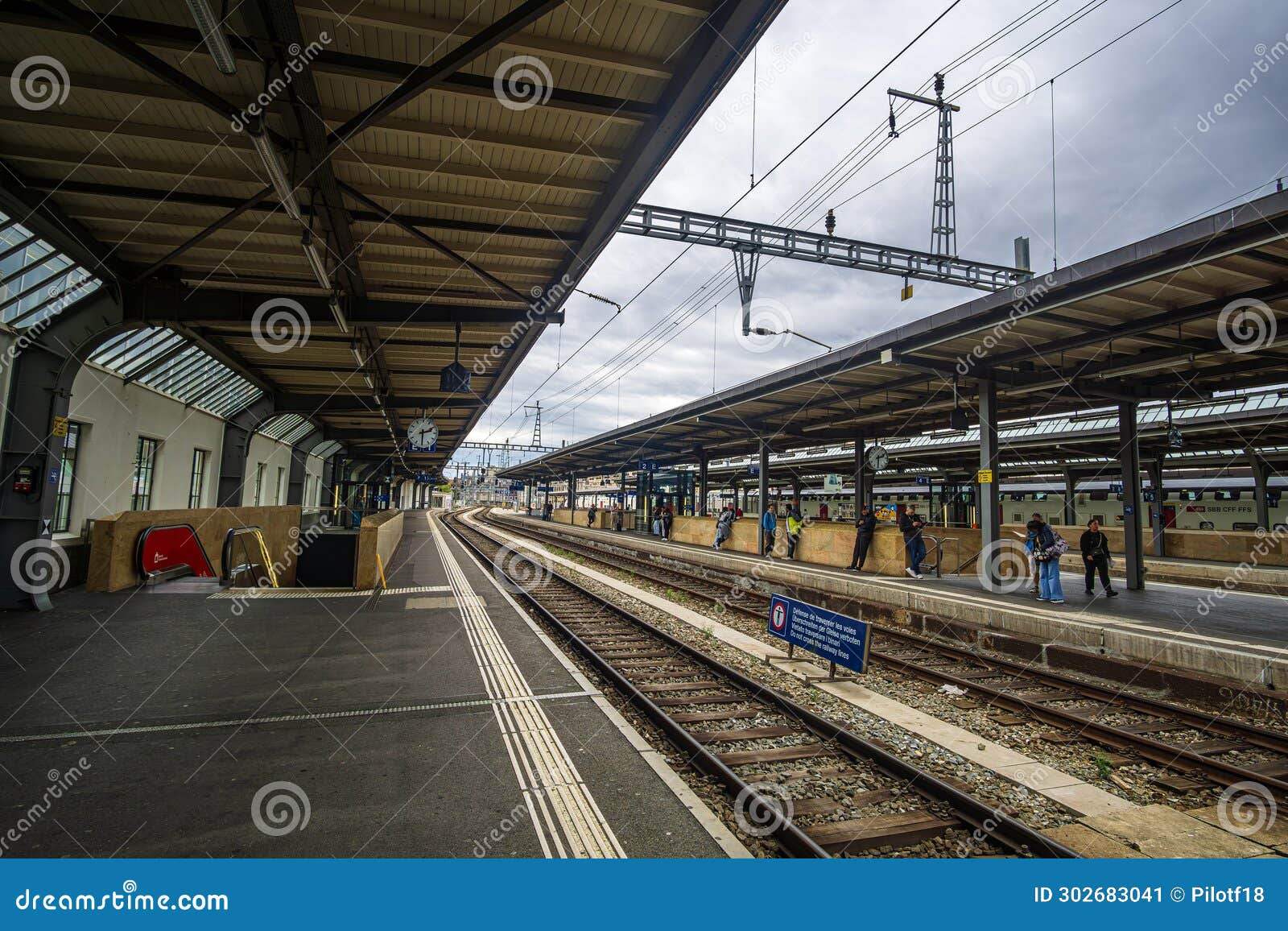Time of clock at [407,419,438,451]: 2:30
